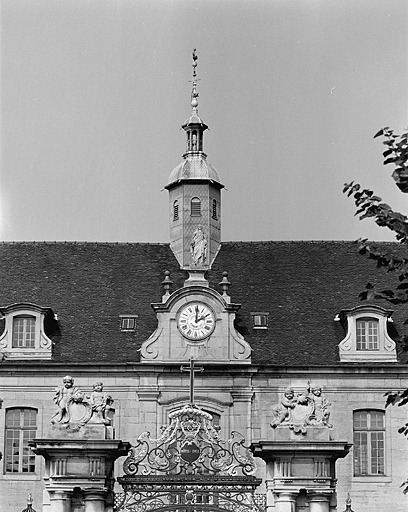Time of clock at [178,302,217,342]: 2:00
